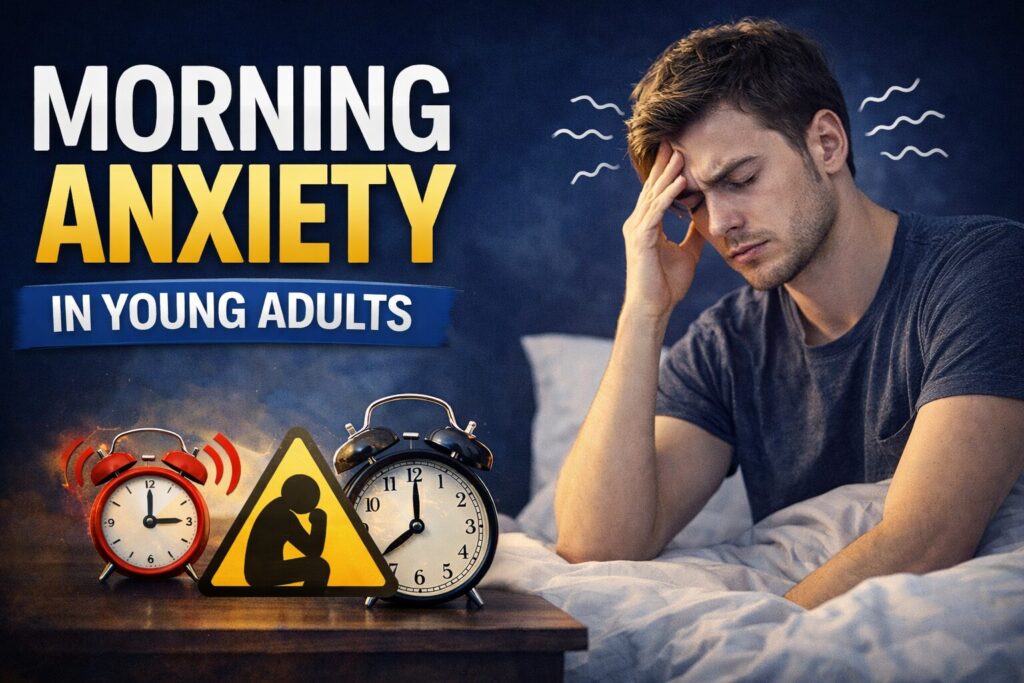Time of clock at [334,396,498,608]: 8:00
